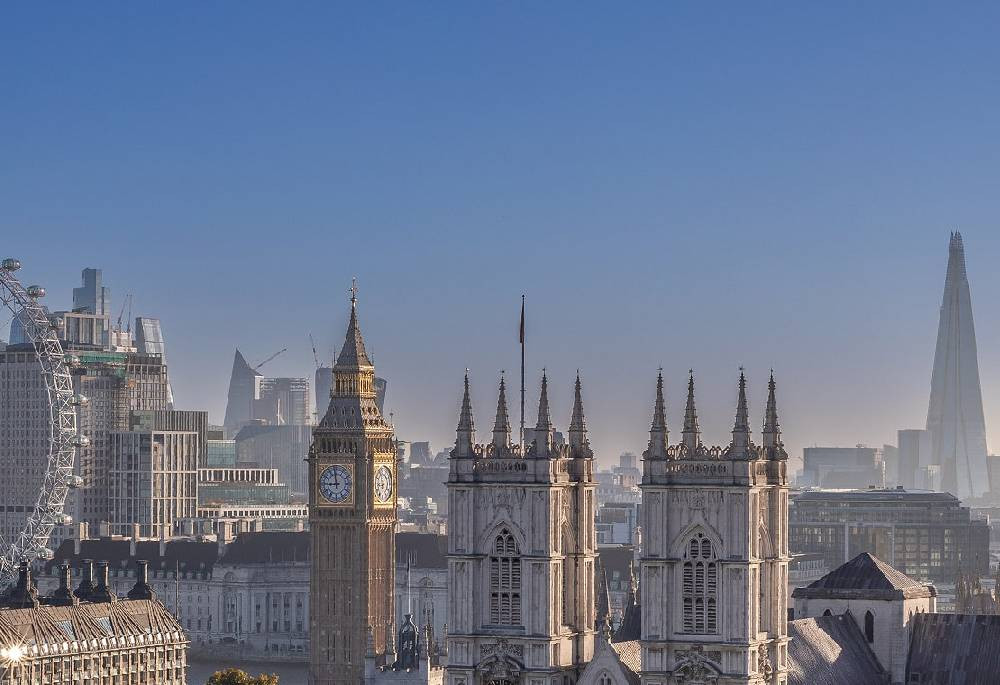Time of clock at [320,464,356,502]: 8:58
